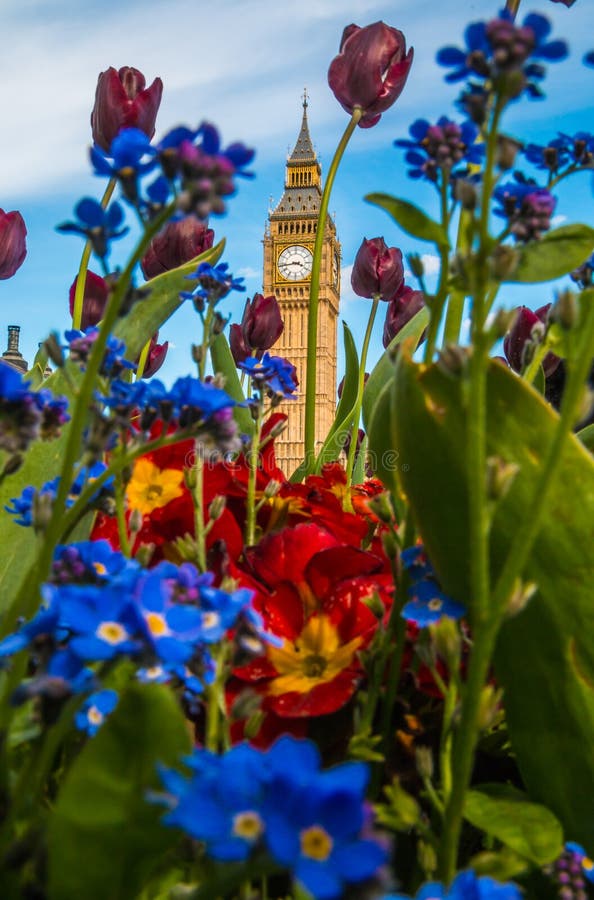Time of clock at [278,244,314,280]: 3:43
